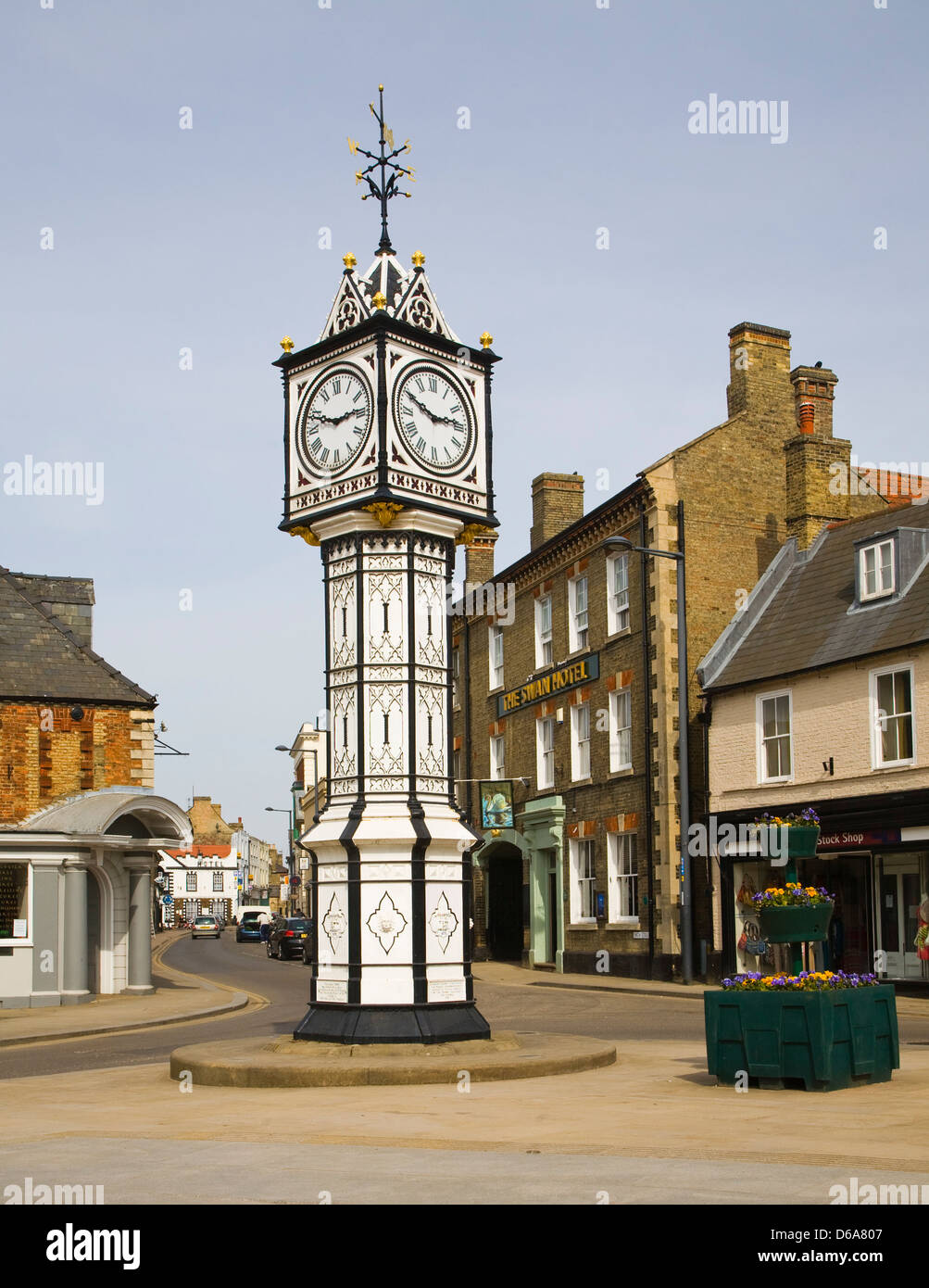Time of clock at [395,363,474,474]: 2:49
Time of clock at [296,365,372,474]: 2:48
